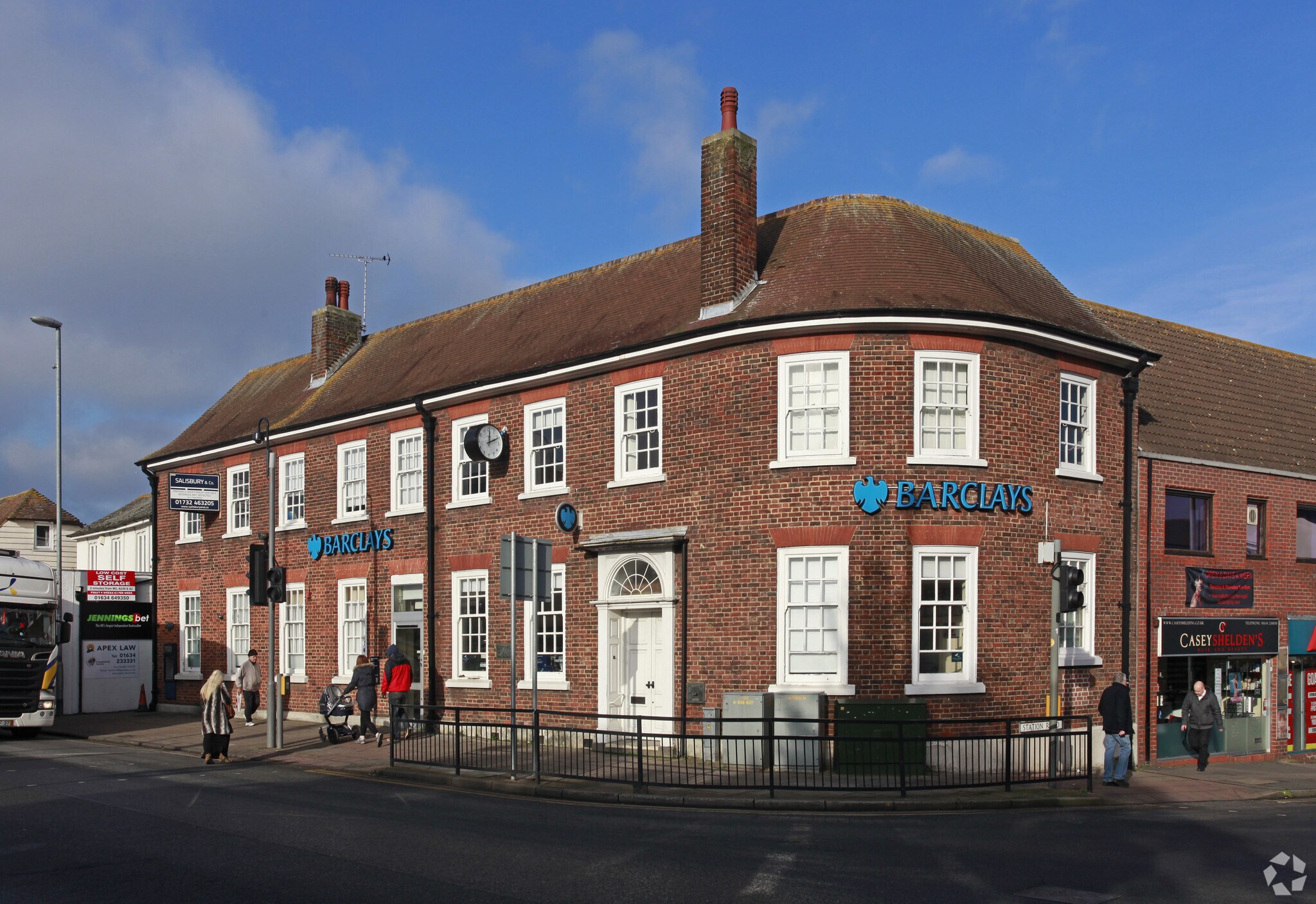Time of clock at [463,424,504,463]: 12:11
